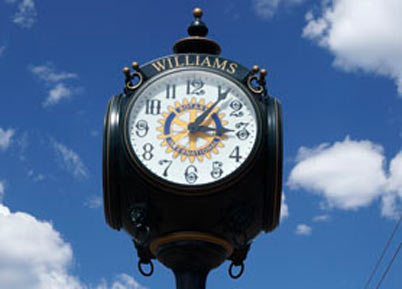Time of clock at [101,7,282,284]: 3:06
